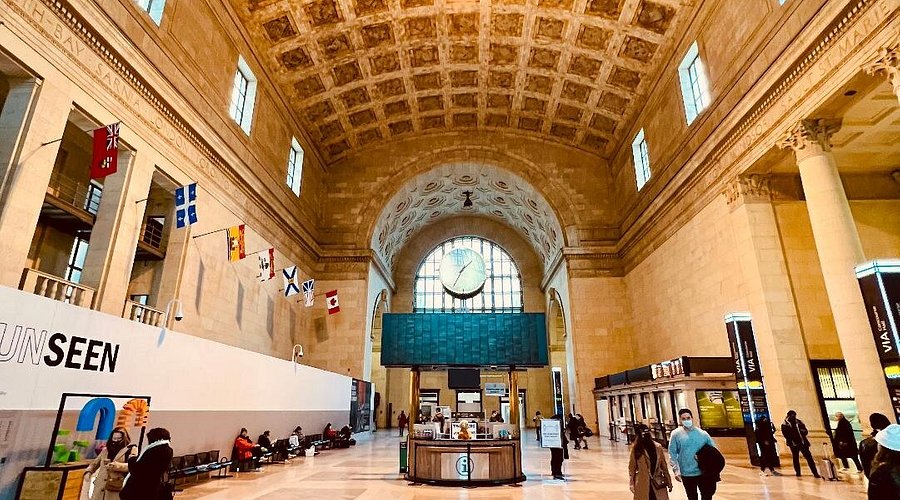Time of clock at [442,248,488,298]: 1:34
